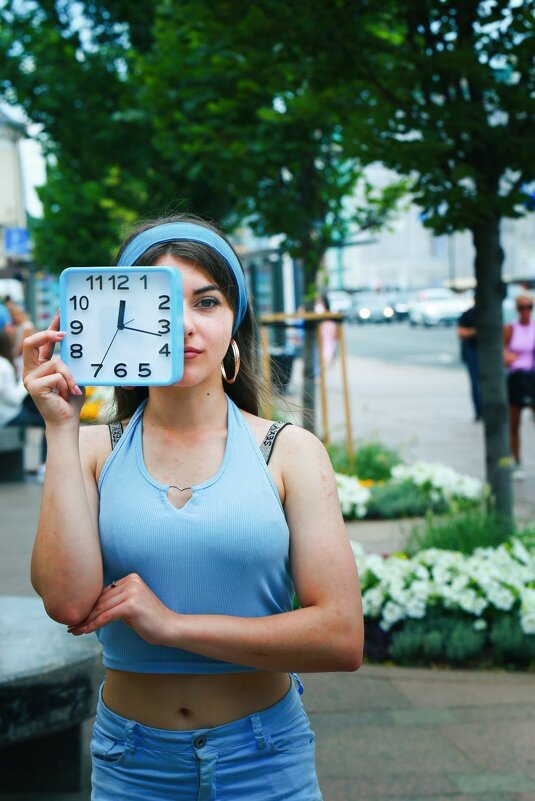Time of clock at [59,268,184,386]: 12:16
